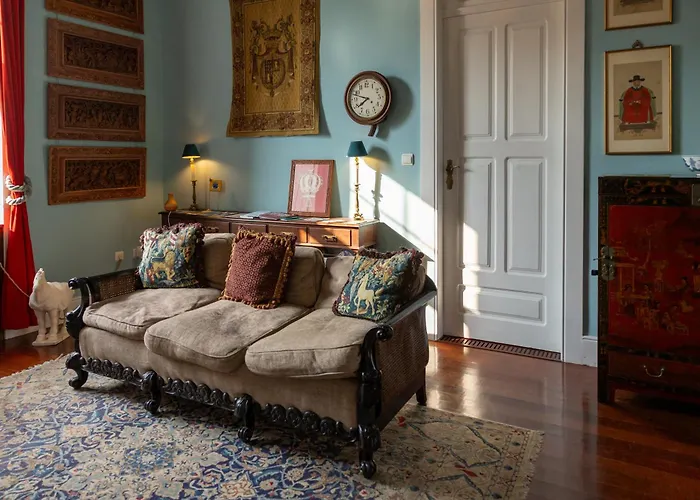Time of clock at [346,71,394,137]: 7:47
